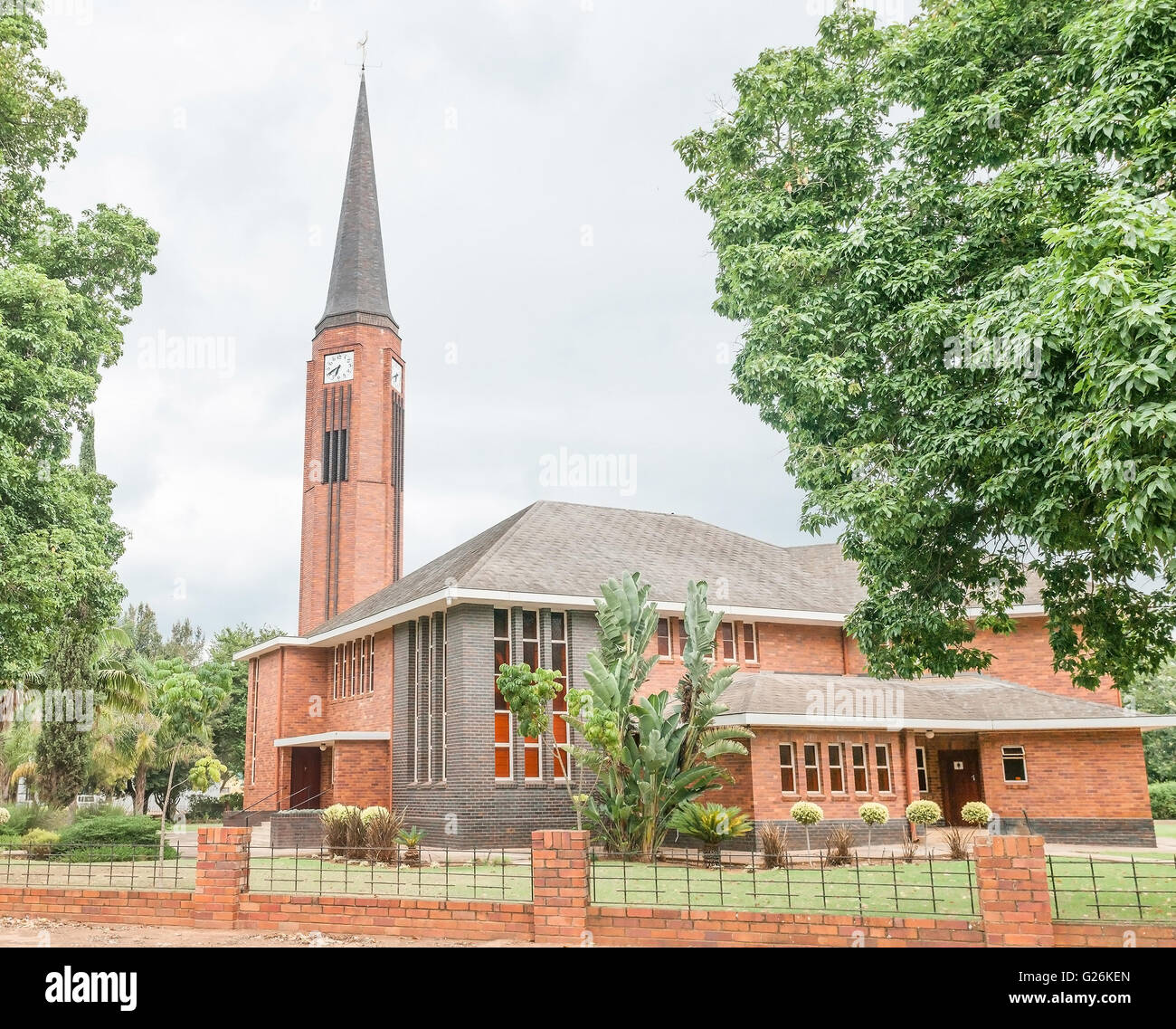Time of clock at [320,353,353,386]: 6:40
